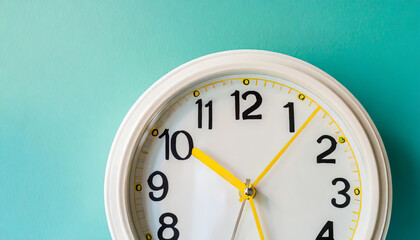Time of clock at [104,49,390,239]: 10:06
